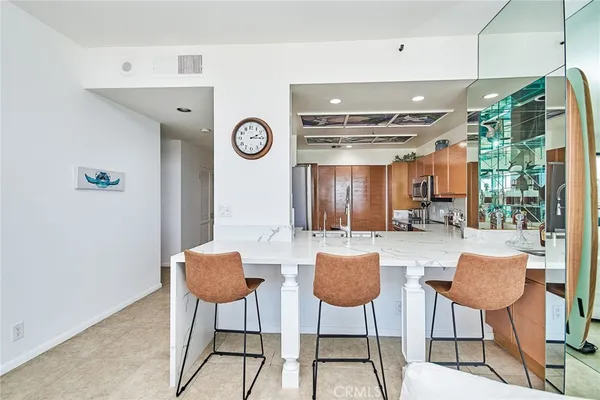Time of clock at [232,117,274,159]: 2:15
